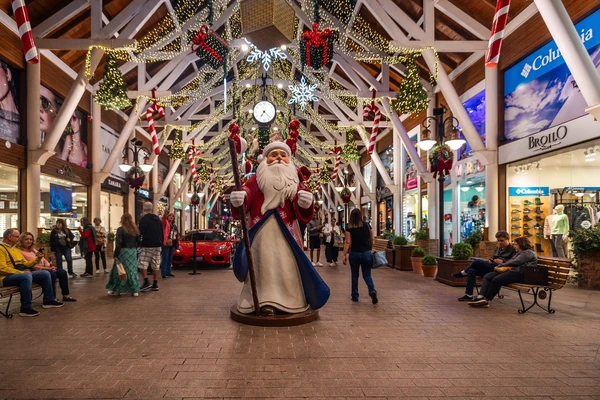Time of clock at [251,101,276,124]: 7:22
